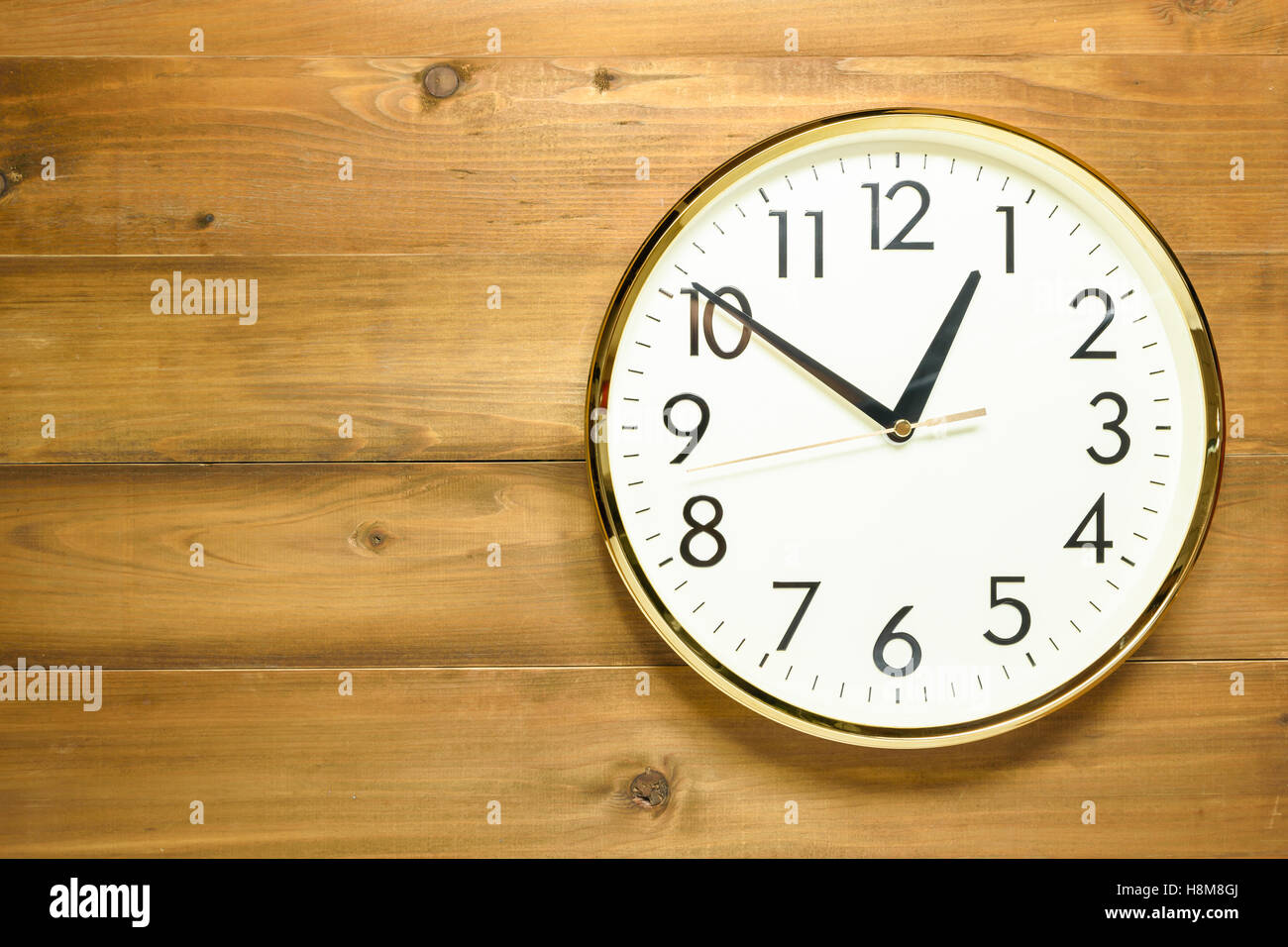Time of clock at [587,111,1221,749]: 12:50
